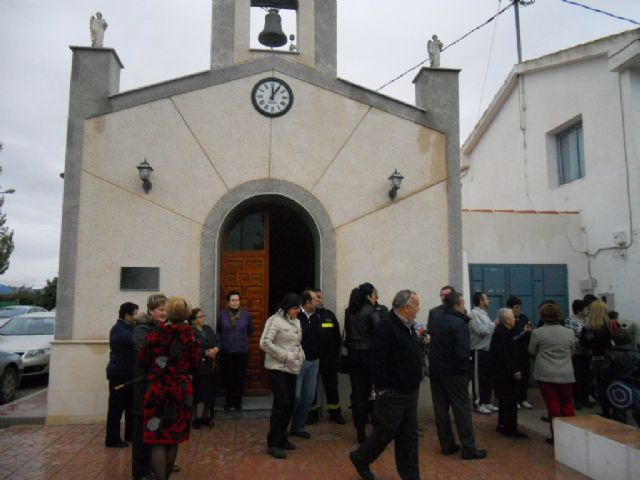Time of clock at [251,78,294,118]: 12:05
